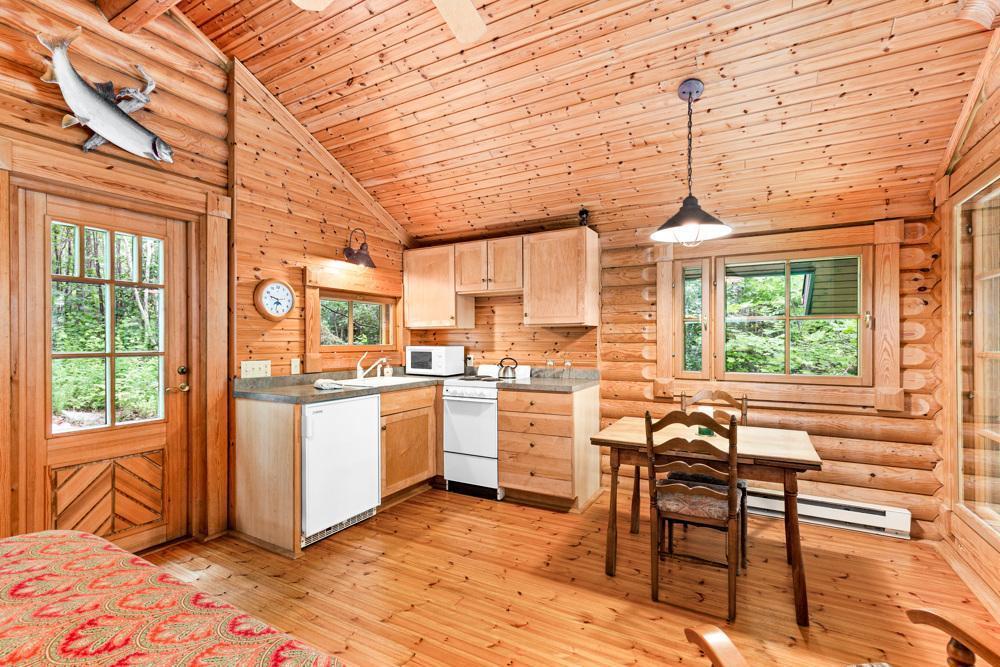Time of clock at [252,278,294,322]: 9:31
